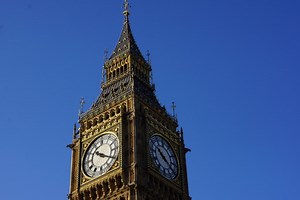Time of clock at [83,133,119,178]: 10:20
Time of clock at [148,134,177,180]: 10:20
